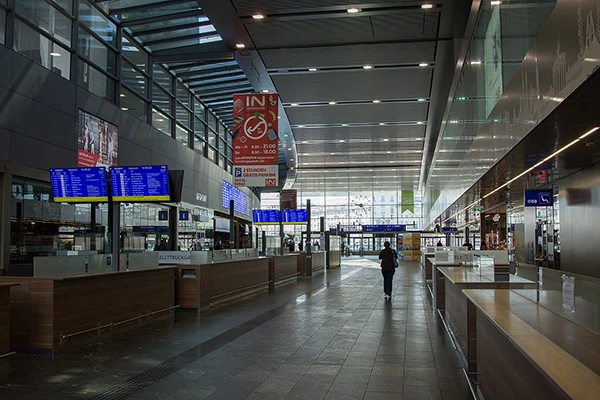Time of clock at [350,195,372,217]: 9:23
